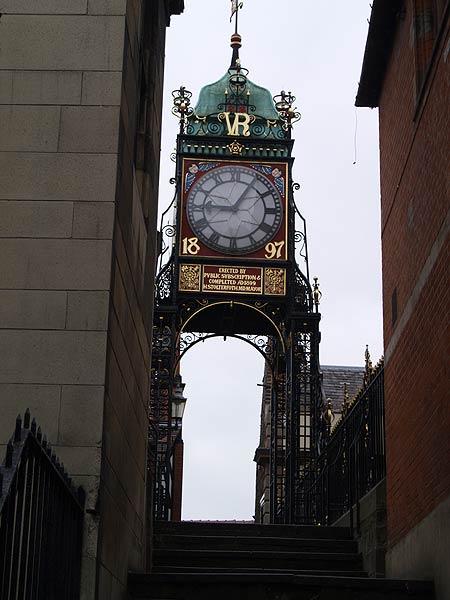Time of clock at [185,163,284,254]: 9:05
